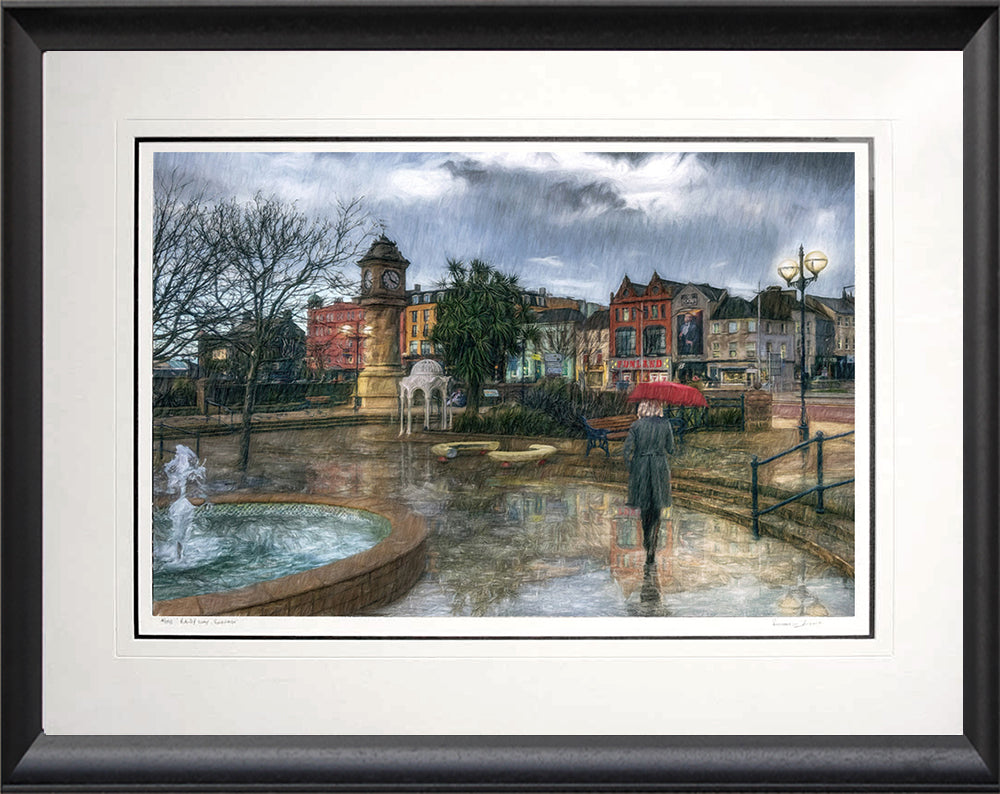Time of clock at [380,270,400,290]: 3:56
